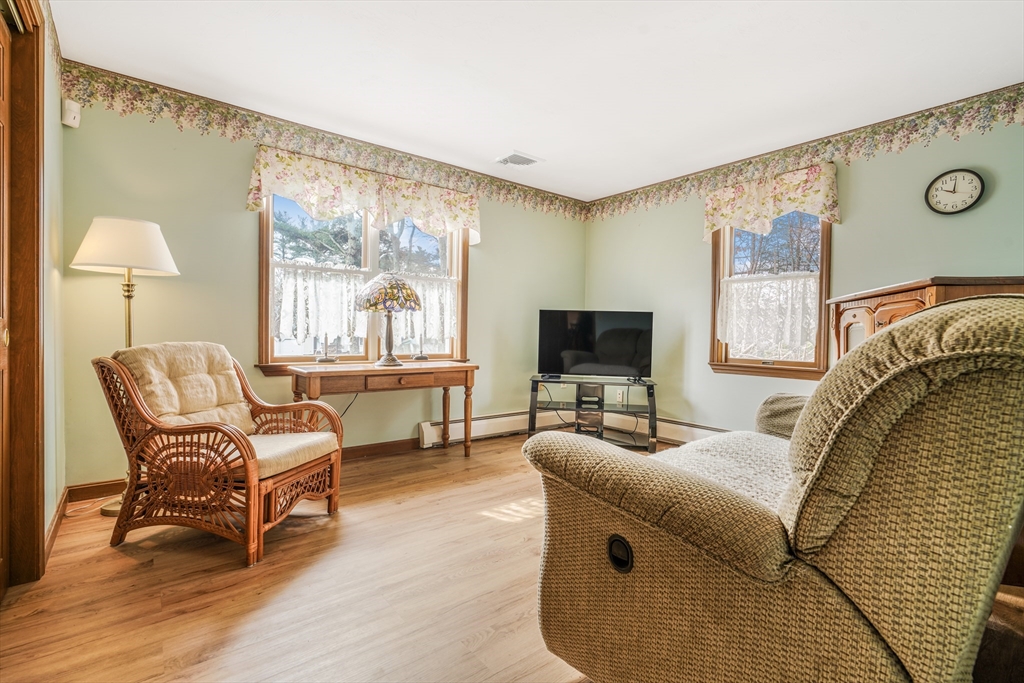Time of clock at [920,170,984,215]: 10:01
